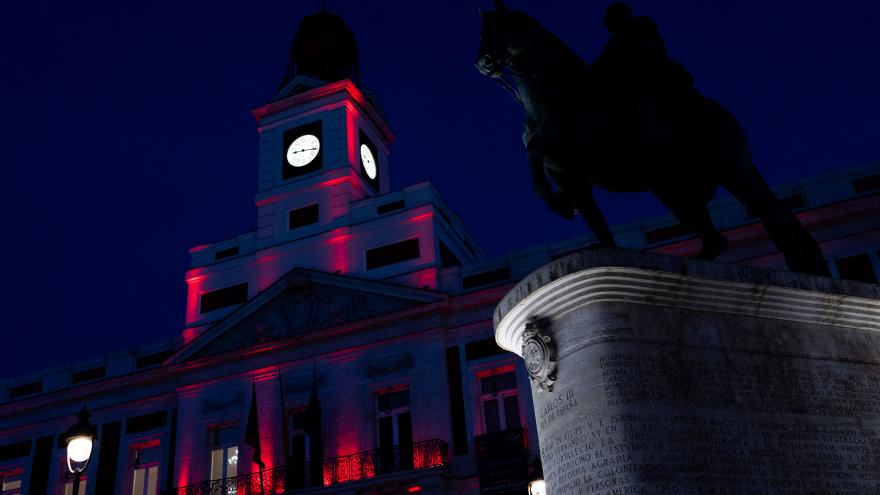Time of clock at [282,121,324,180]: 9:16
